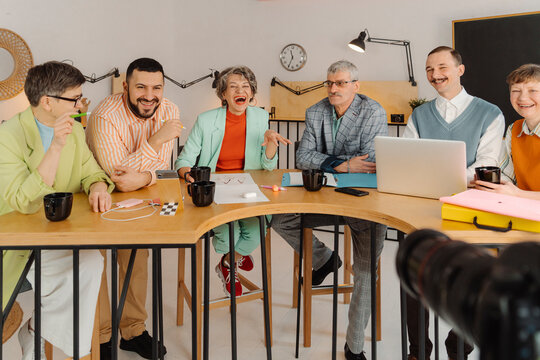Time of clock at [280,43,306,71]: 11:34
